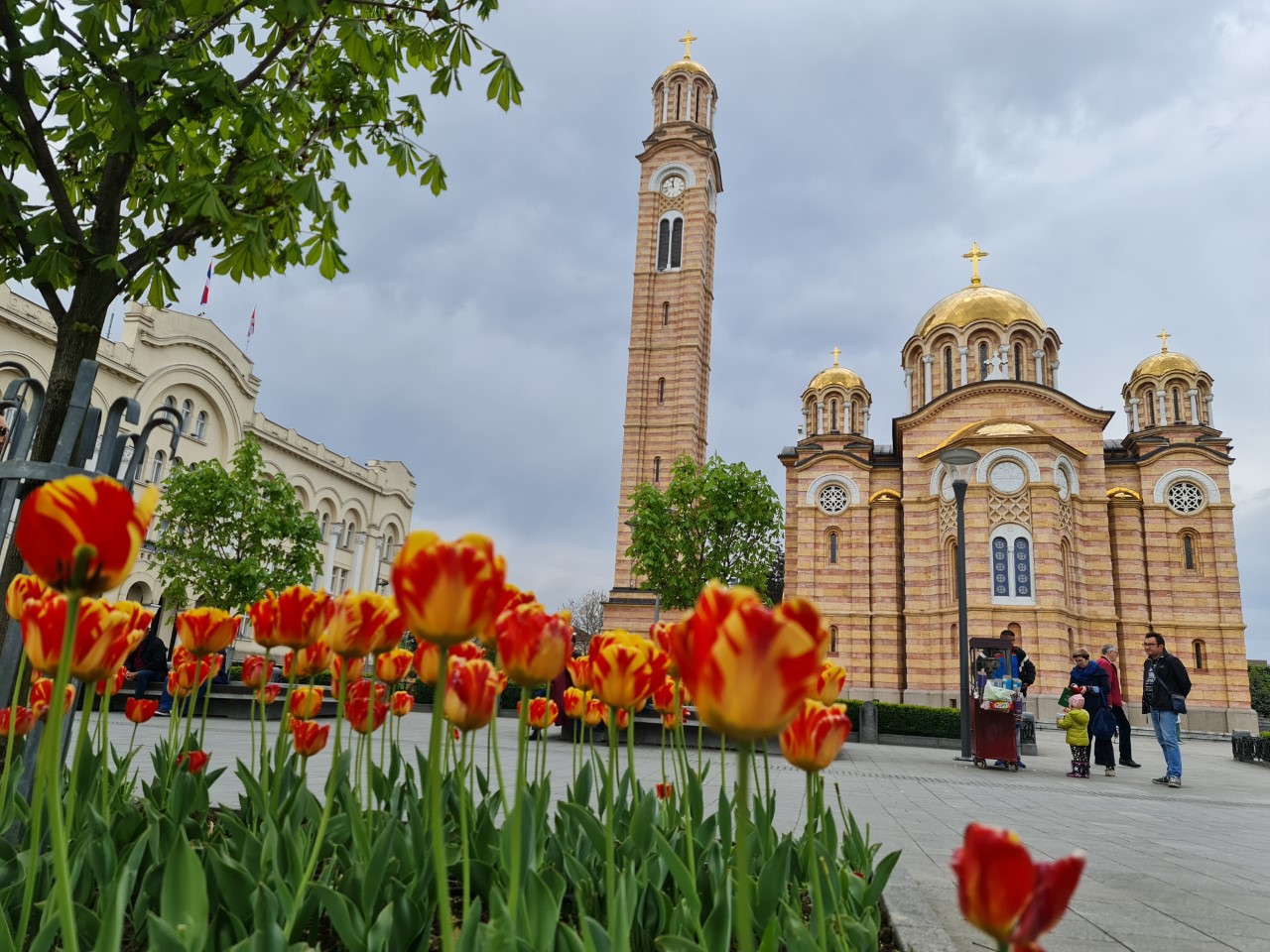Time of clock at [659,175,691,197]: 11:43
